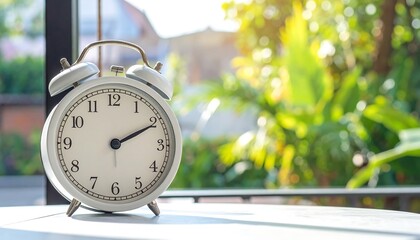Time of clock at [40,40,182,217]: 2:10
